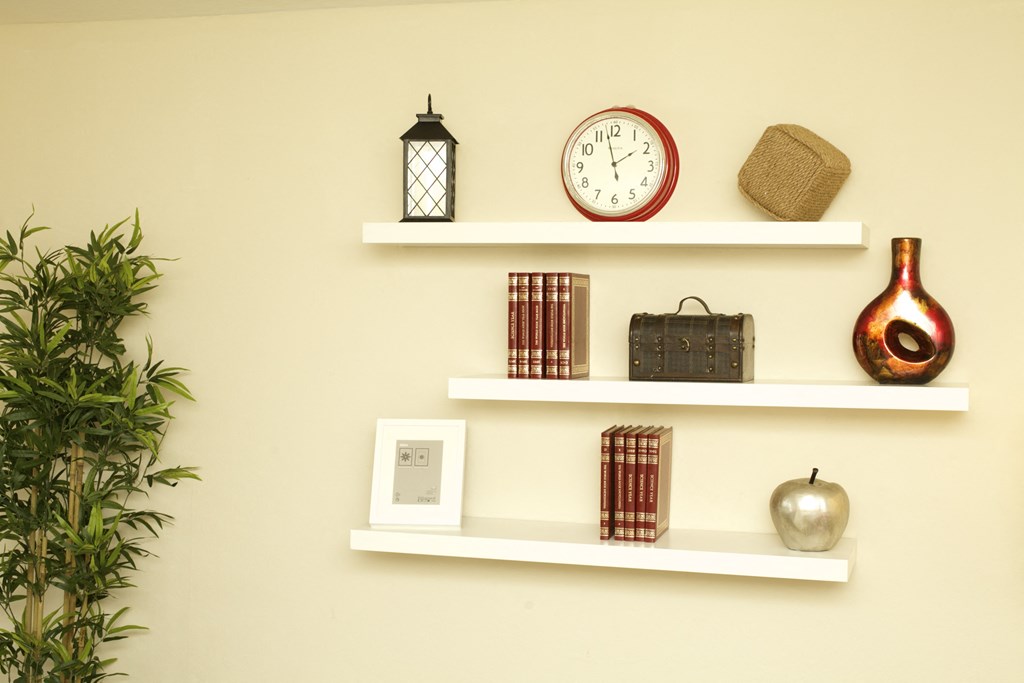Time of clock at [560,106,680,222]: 1:57
